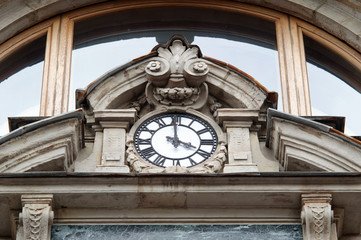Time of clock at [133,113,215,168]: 3:59
